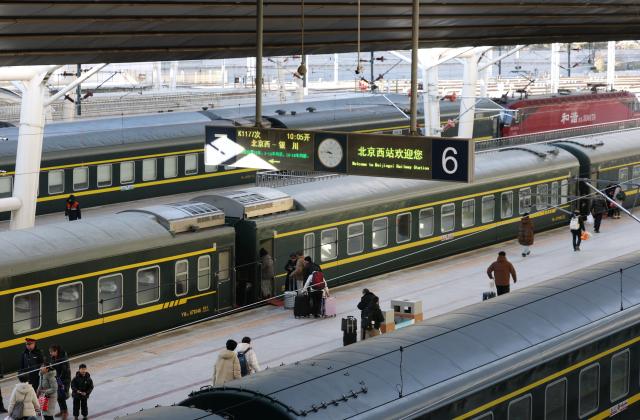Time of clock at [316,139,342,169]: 9:45
